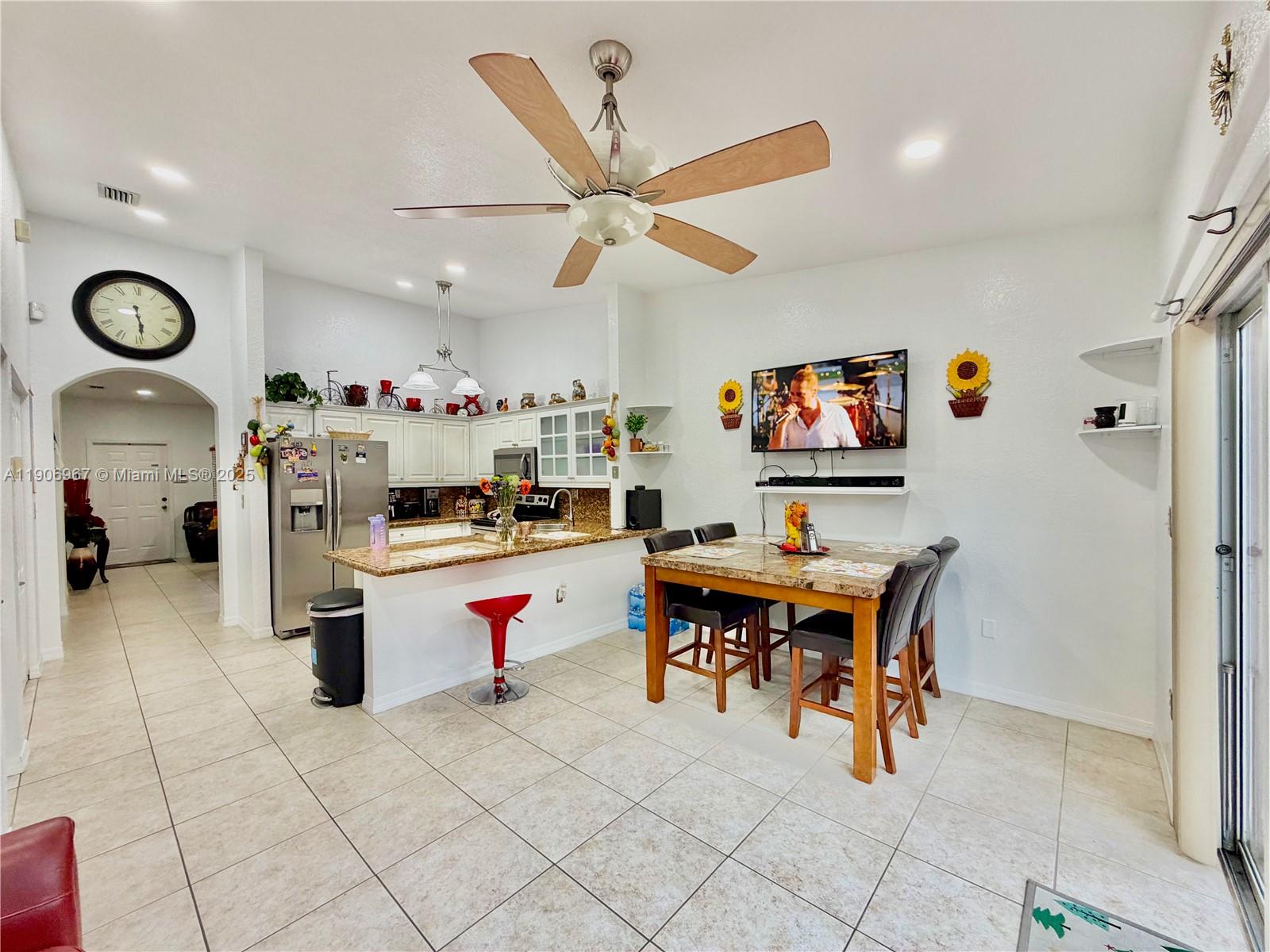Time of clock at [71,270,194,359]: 5:28
